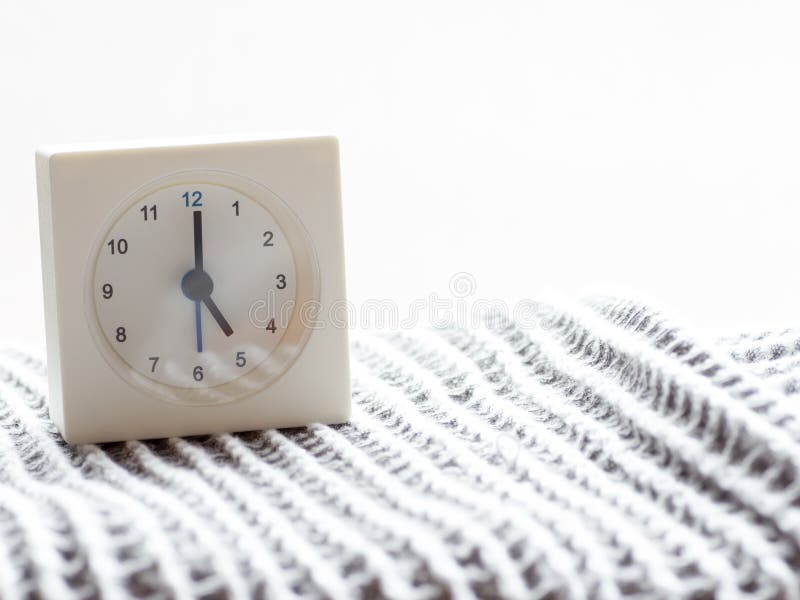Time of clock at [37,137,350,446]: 5:00
